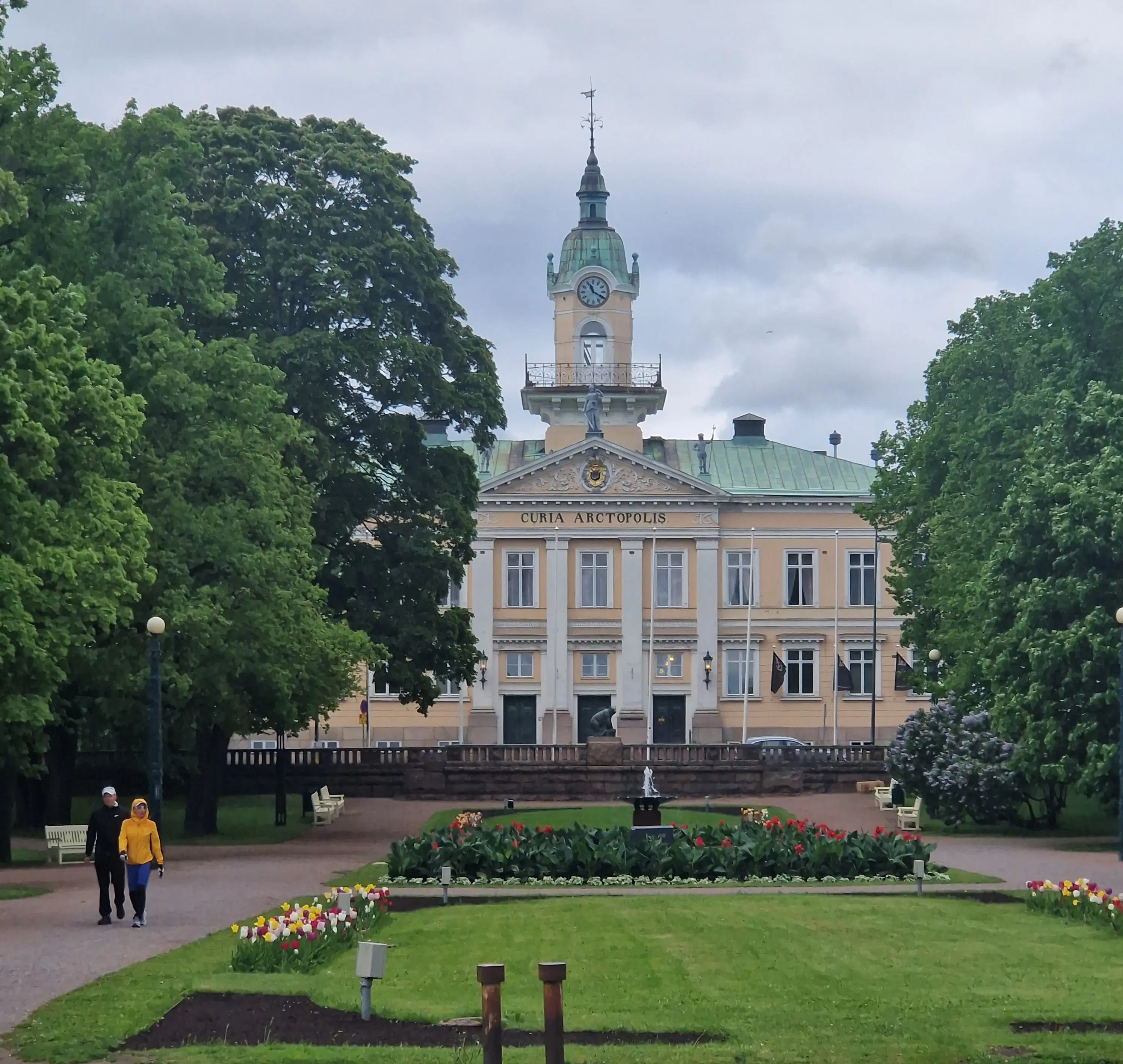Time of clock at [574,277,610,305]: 11:19
